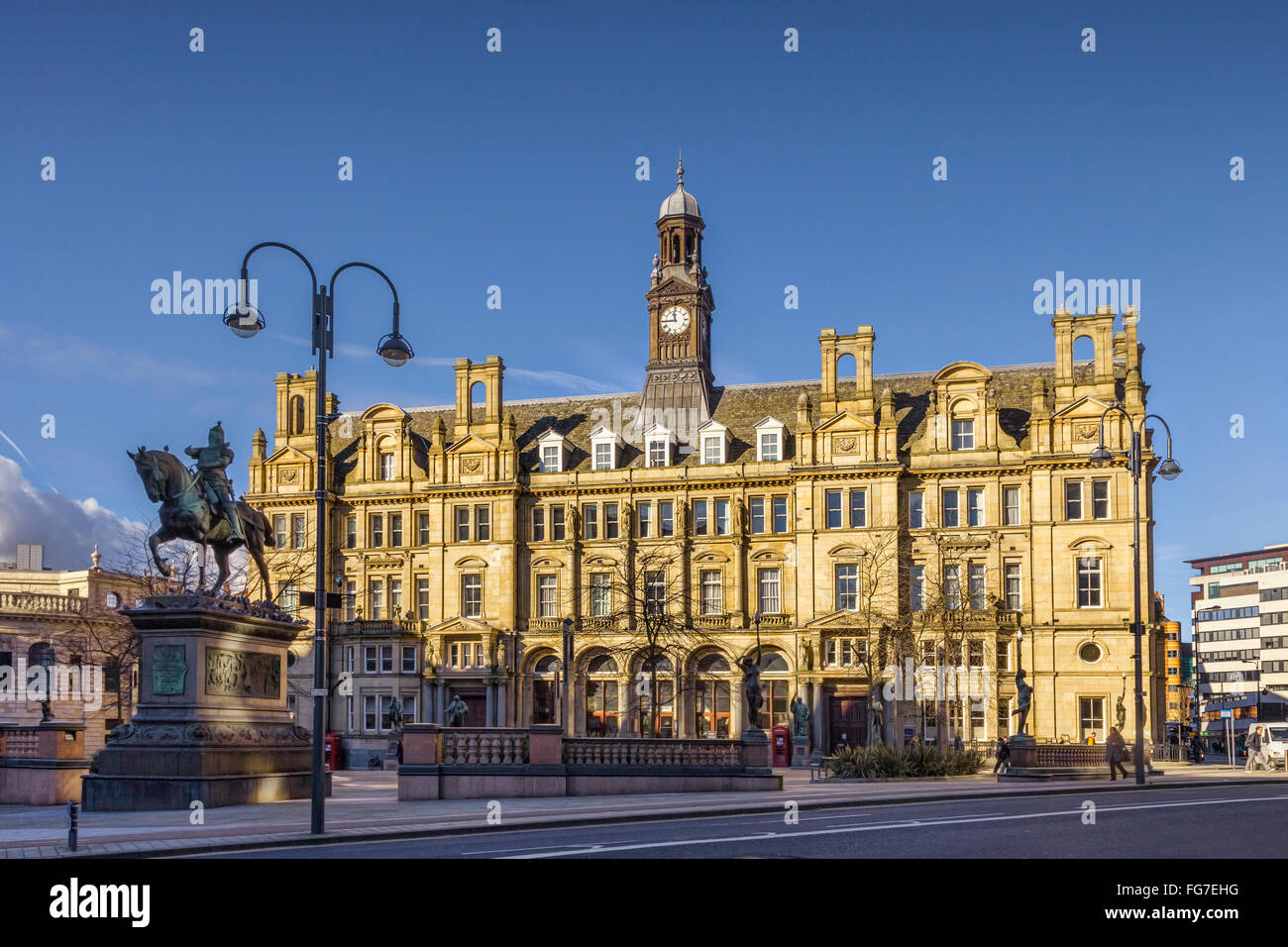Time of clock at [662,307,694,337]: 11:44
